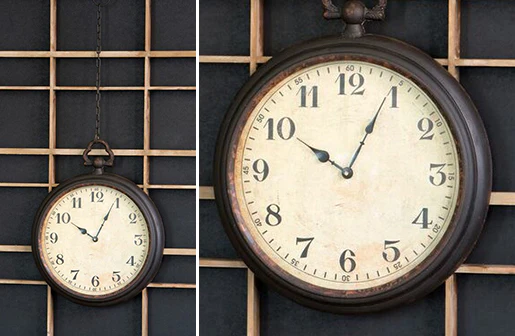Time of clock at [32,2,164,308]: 10:04
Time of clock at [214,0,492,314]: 10:04
